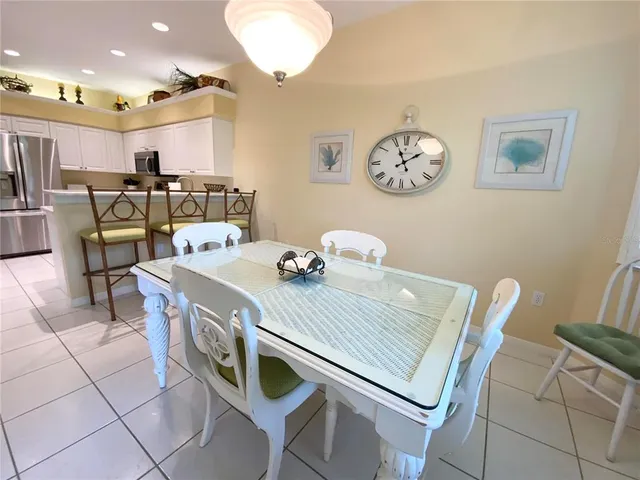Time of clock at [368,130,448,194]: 1:56
